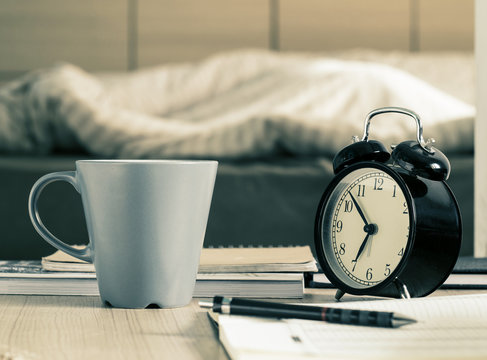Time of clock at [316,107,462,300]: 6:52
